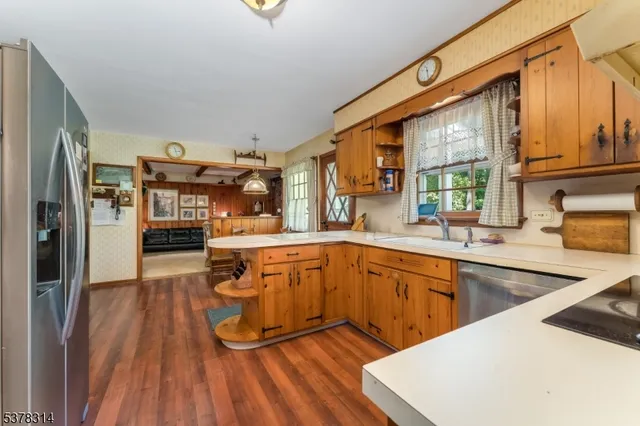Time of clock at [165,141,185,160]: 3:27
